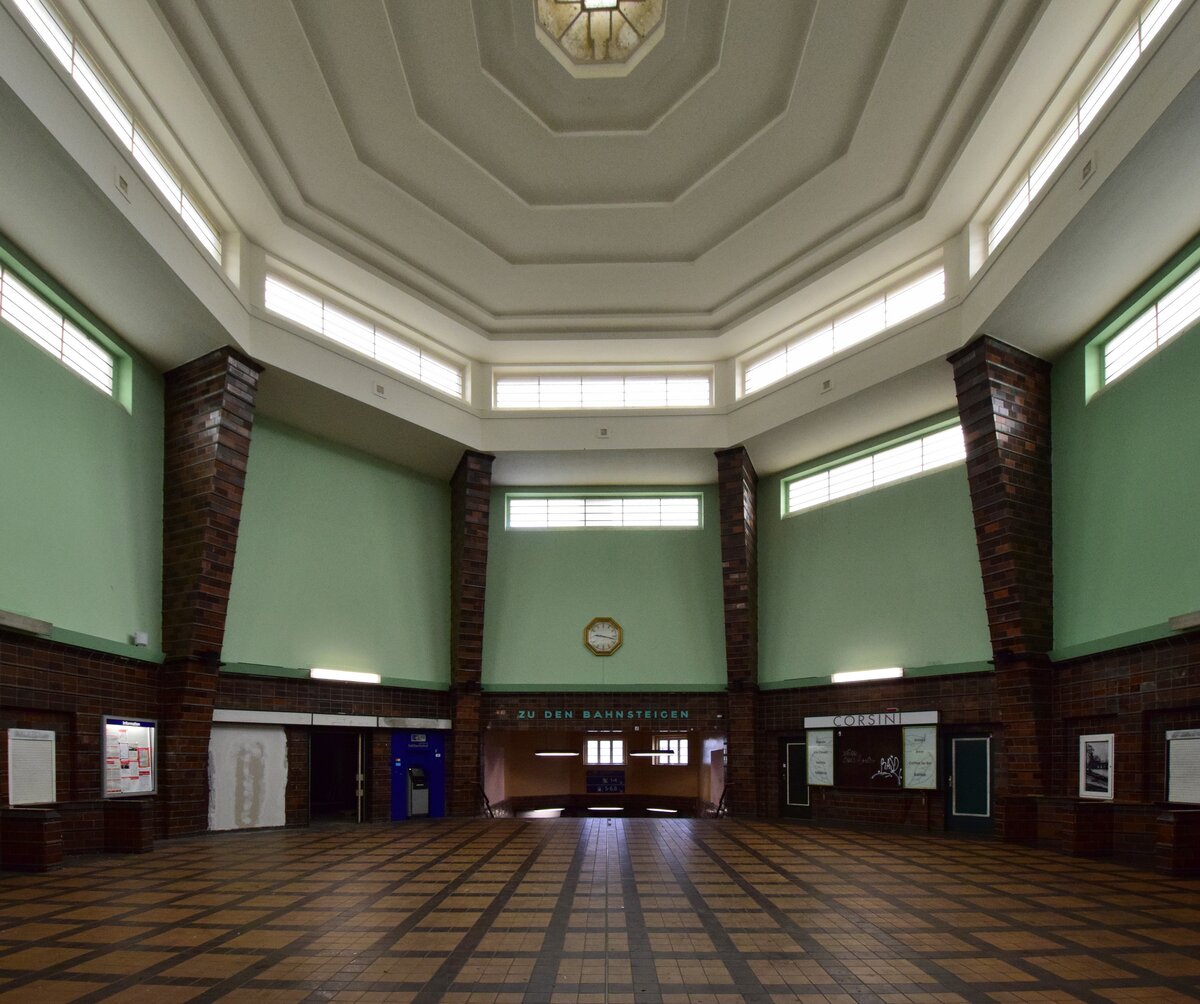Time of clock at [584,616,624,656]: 9:17
